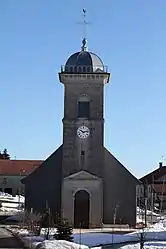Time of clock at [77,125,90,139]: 10:13
